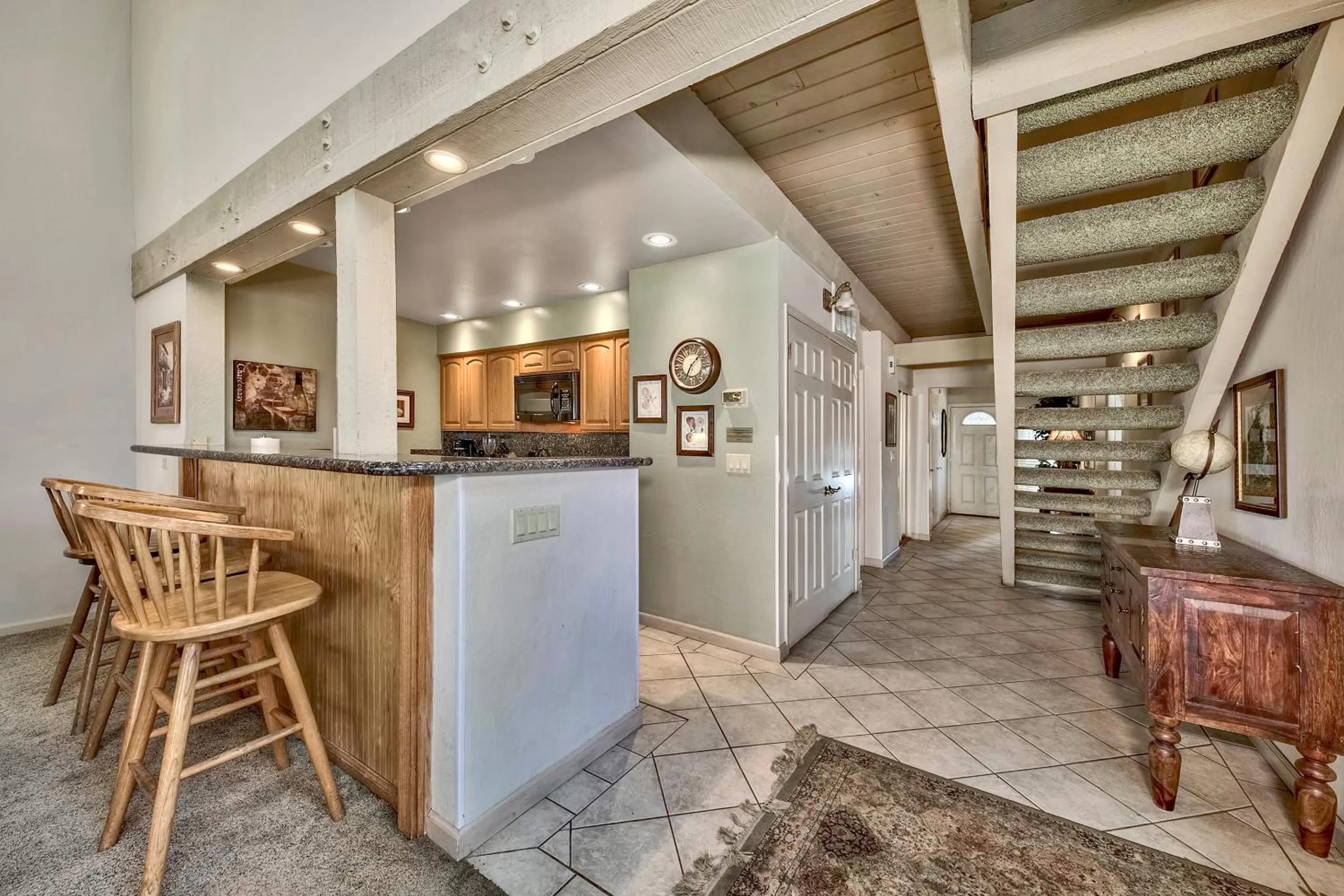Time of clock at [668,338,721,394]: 1:34
